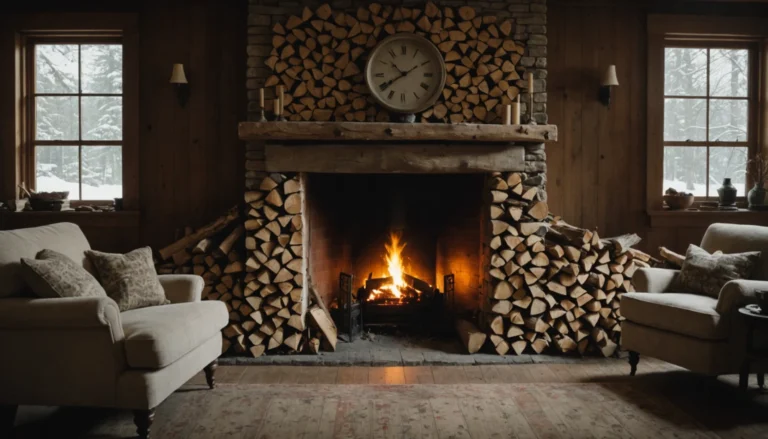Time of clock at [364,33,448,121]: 10:39
